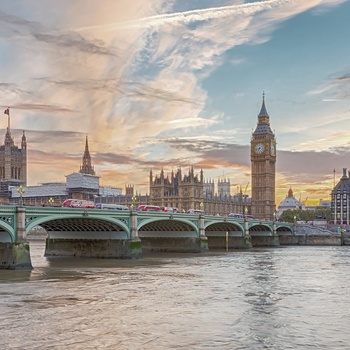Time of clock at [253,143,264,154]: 6:42
